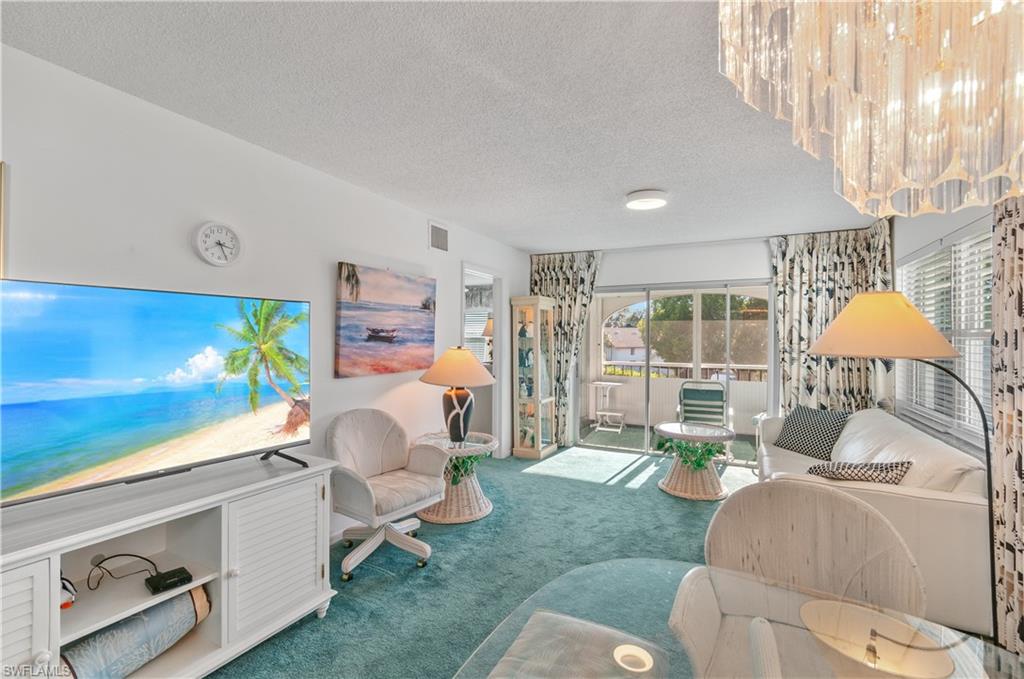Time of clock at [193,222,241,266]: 3:25
